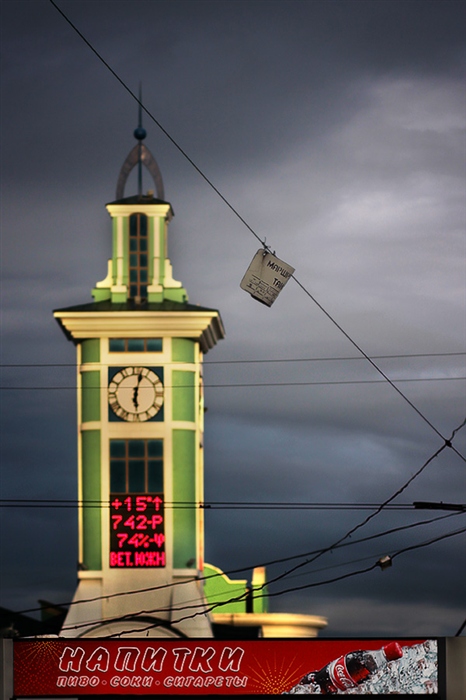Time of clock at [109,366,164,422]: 6:02
